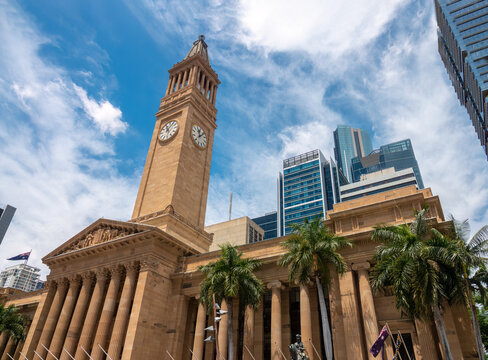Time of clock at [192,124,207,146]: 12:10
